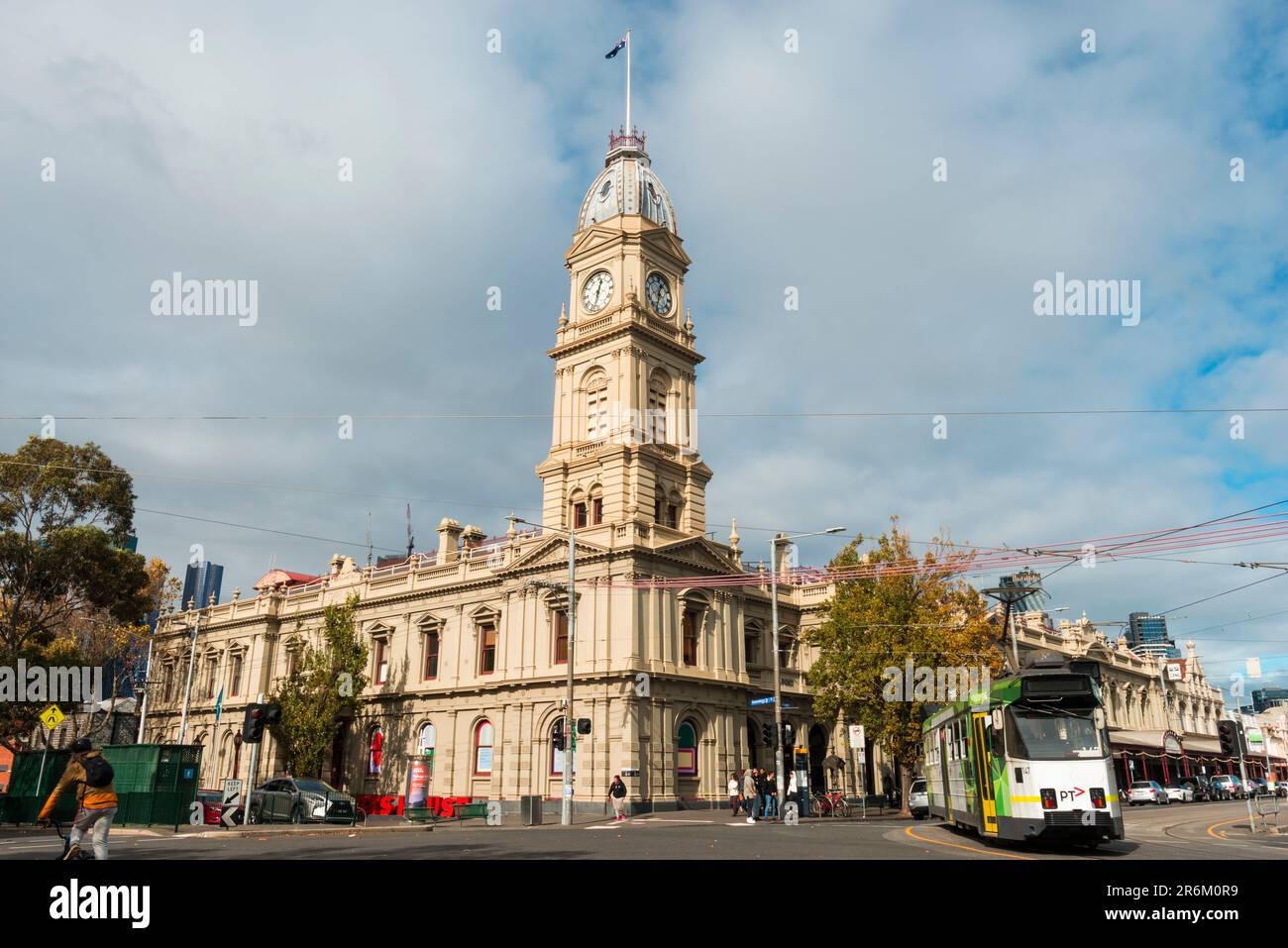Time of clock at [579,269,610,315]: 12:32
